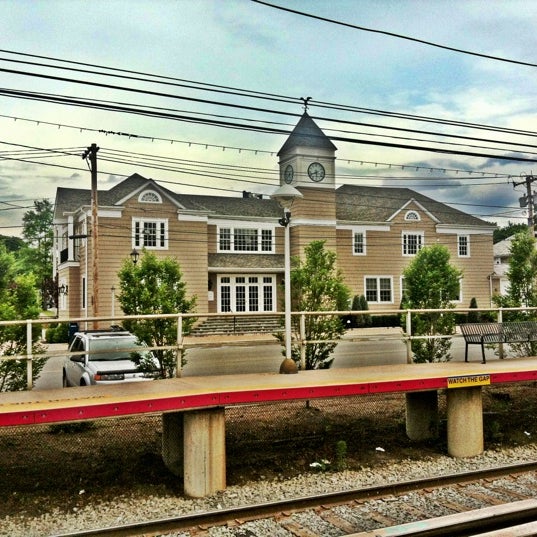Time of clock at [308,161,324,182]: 5:41
